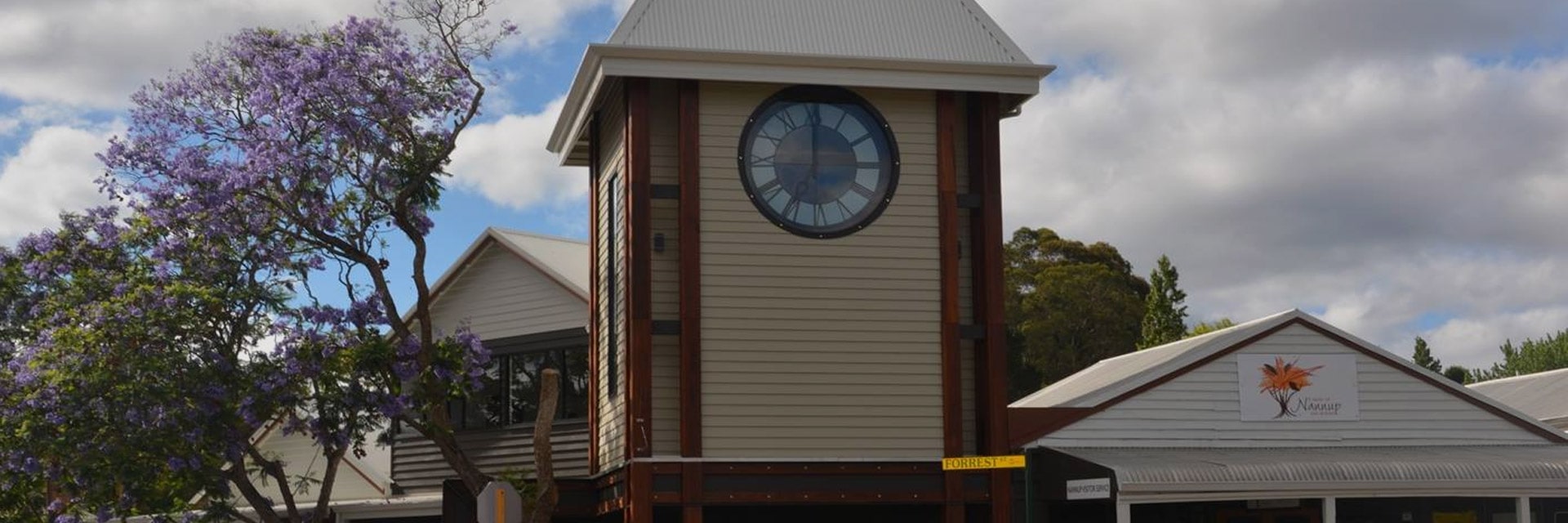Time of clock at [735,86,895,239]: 7:00
